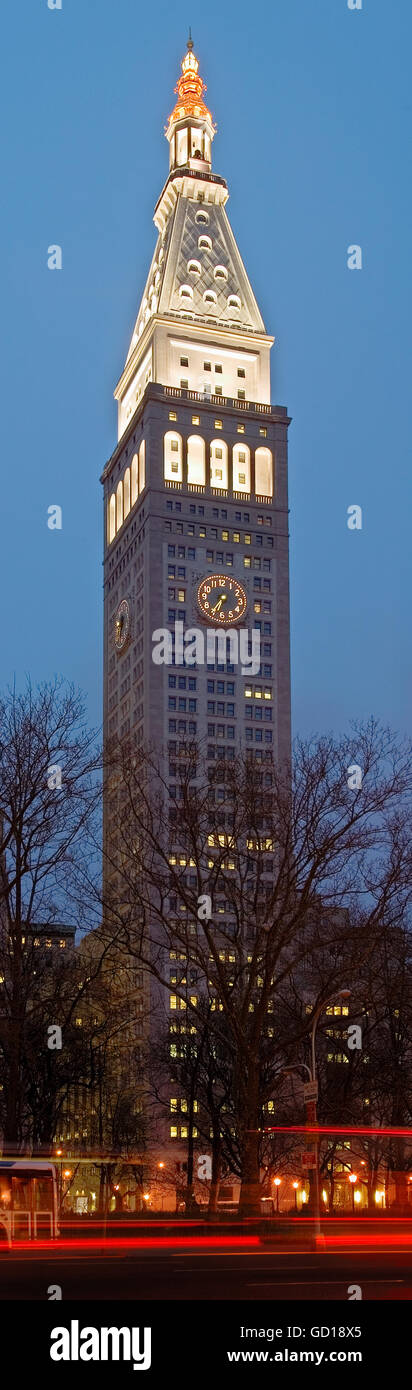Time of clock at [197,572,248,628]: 6:35
